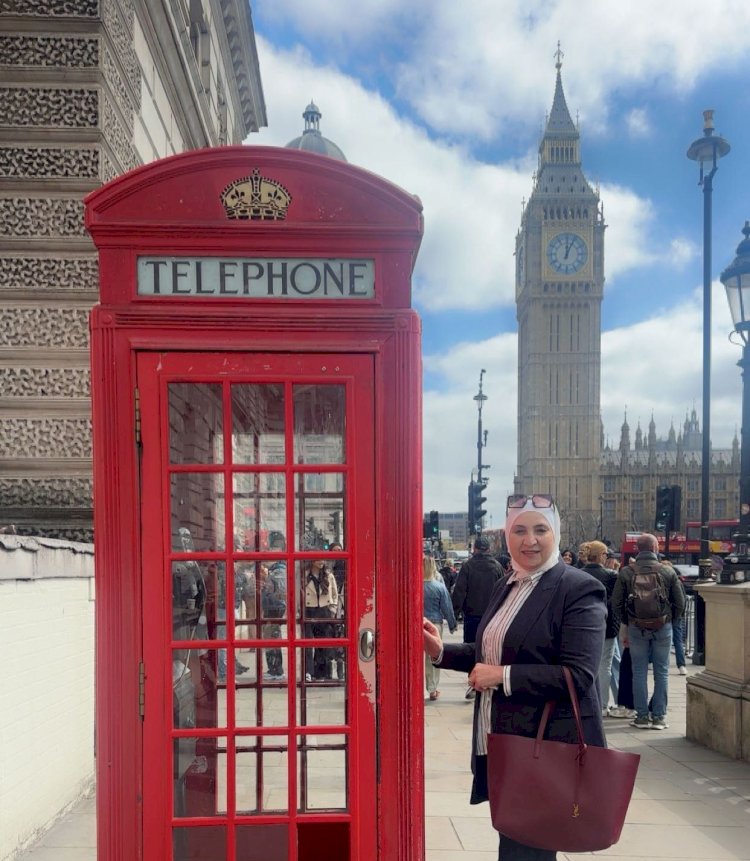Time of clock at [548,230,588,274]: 12:04
